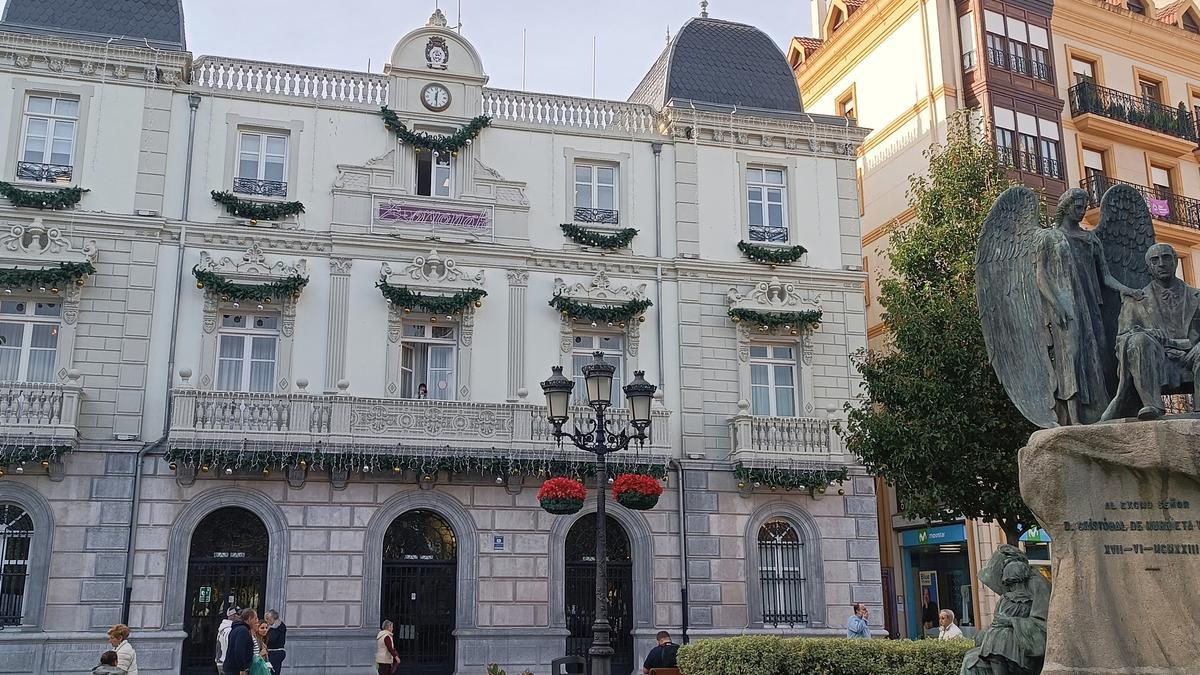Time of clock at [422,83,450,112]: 12:29
